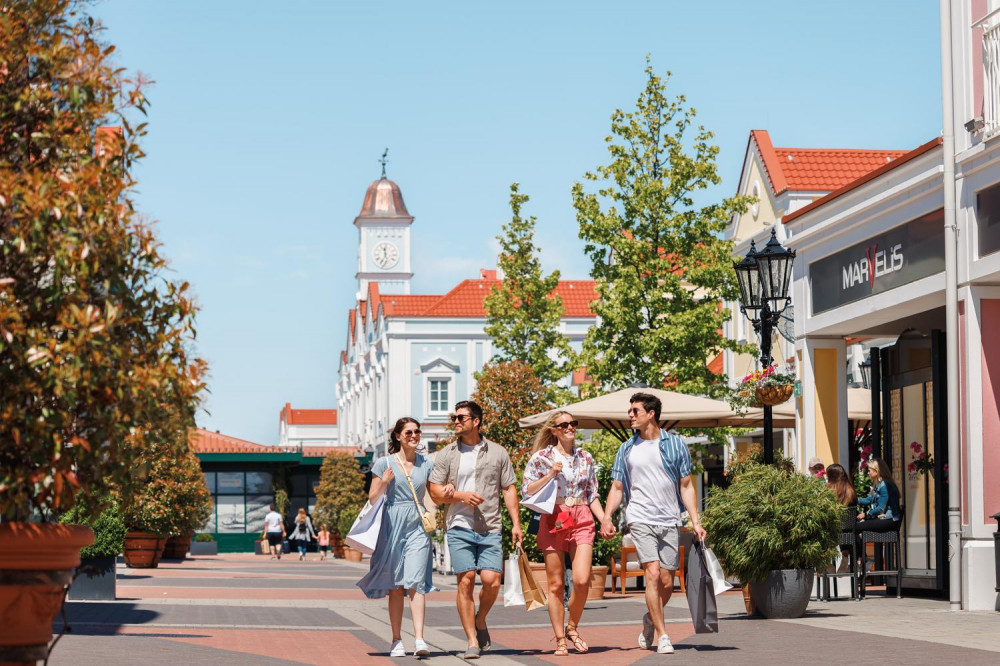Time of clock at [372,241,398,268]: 11:34
